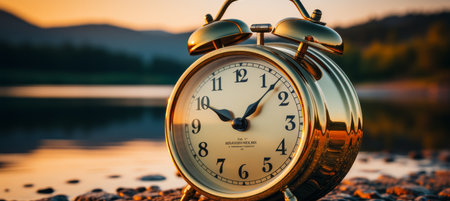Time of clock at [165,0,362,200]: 10:07
